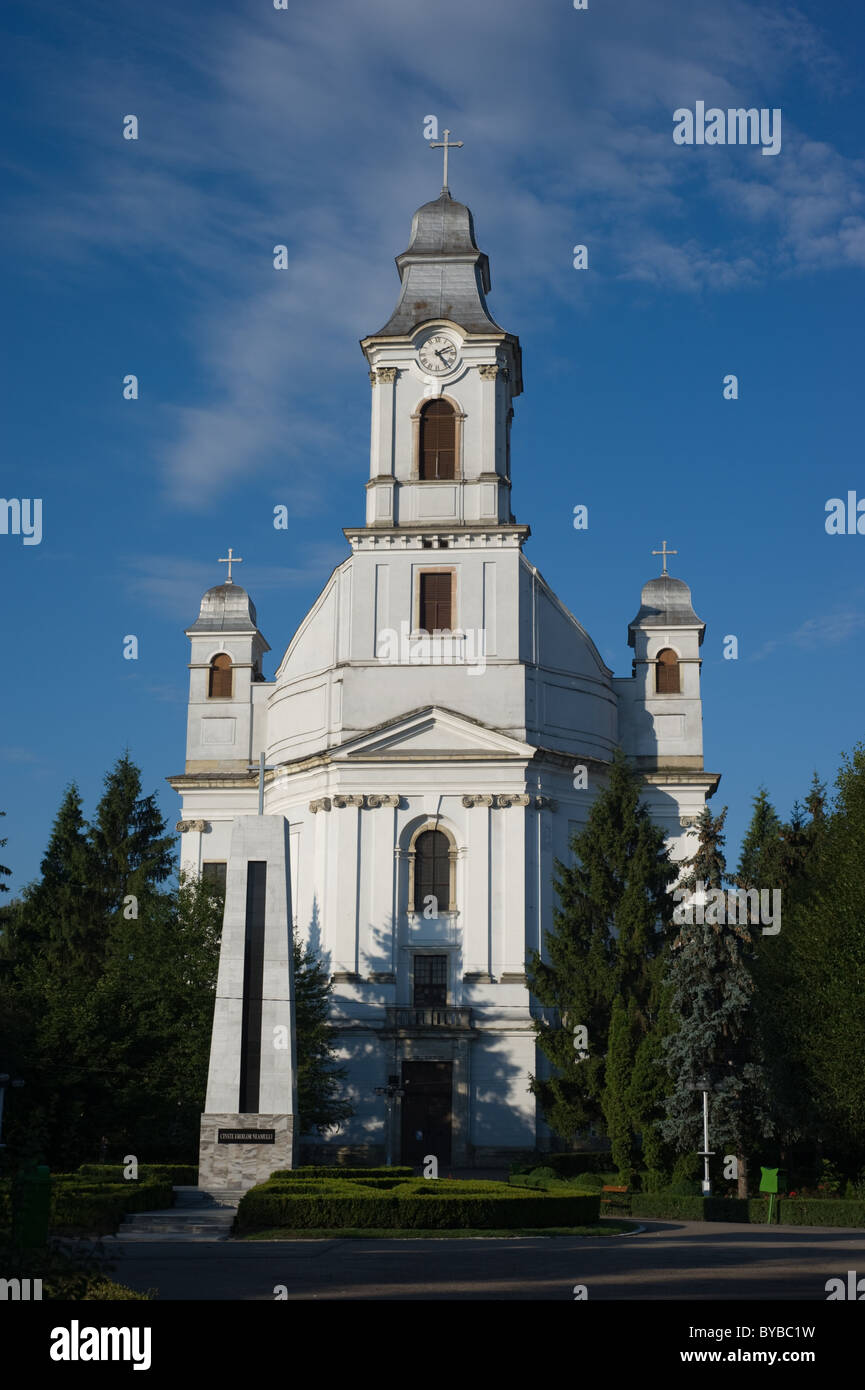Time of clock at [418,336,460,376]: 2:23
